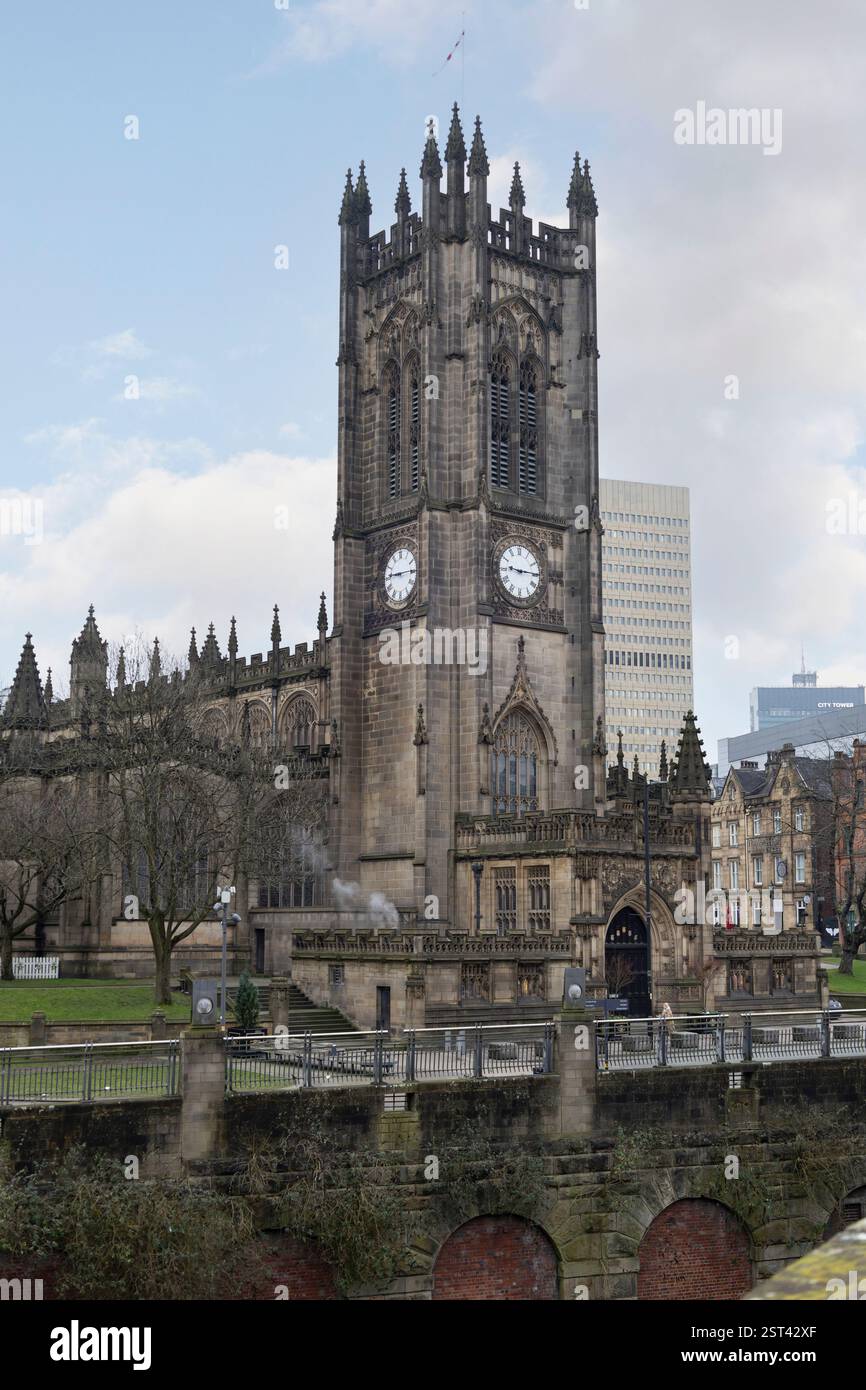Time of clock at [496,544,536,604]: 9:14
